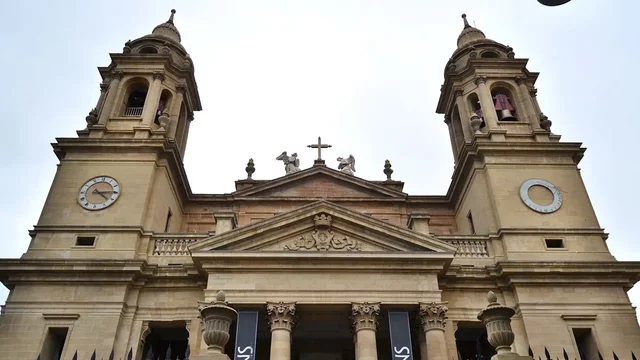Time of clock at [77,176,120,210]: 4:14
